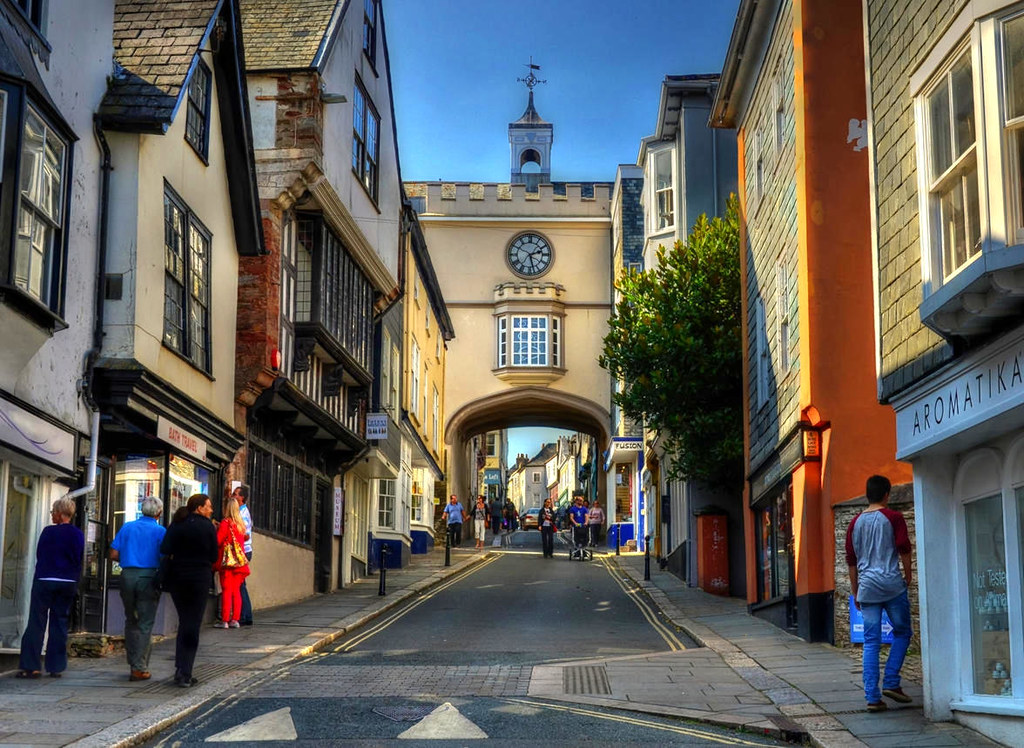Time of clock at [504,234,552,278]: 2:27
